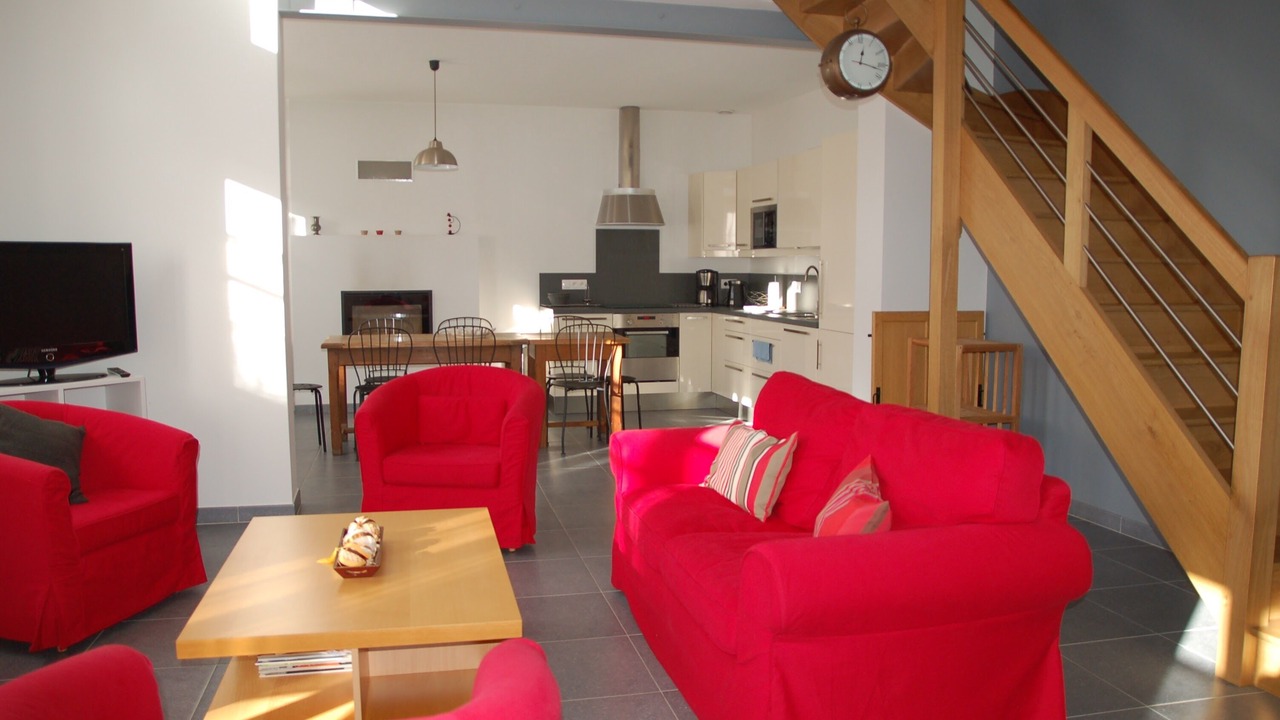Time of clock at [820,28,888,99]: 12:17
